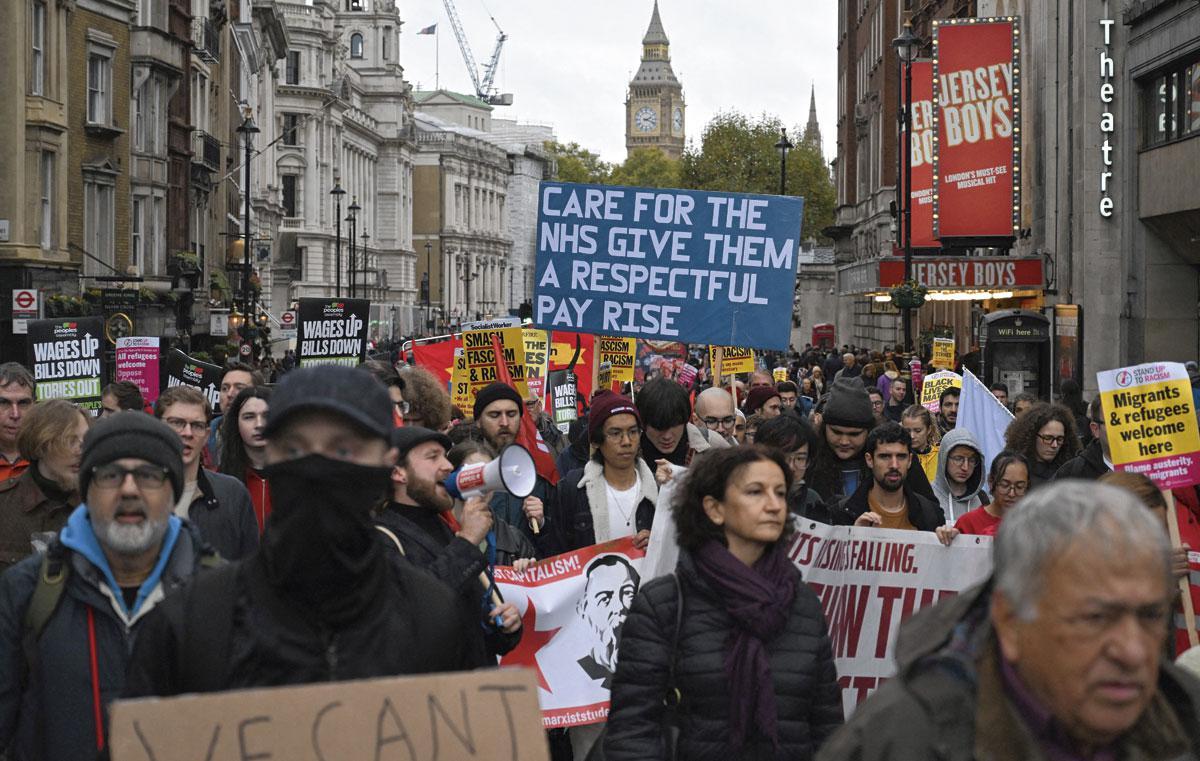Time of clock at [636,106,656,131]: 2:18
